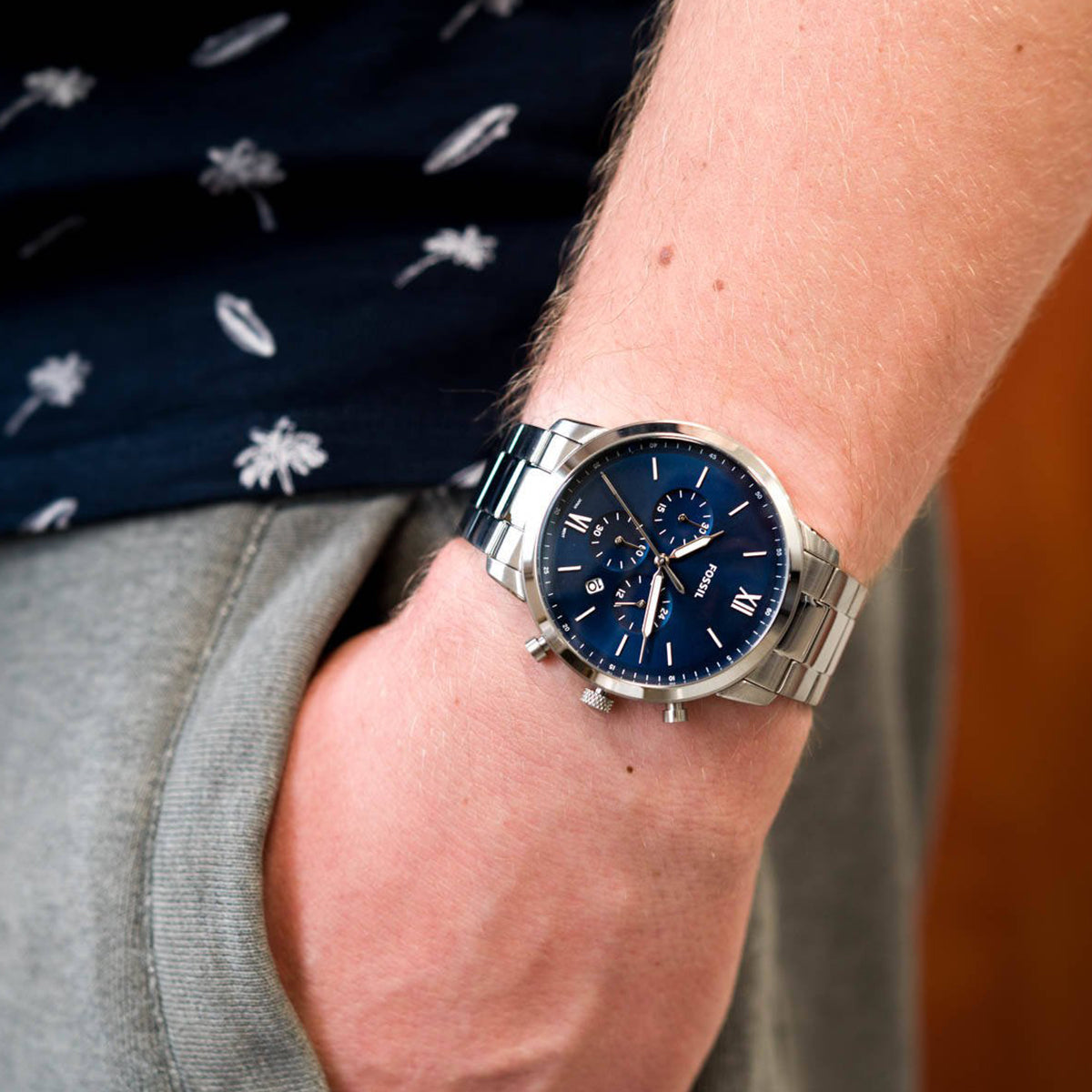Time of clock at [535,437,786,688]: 2:32
